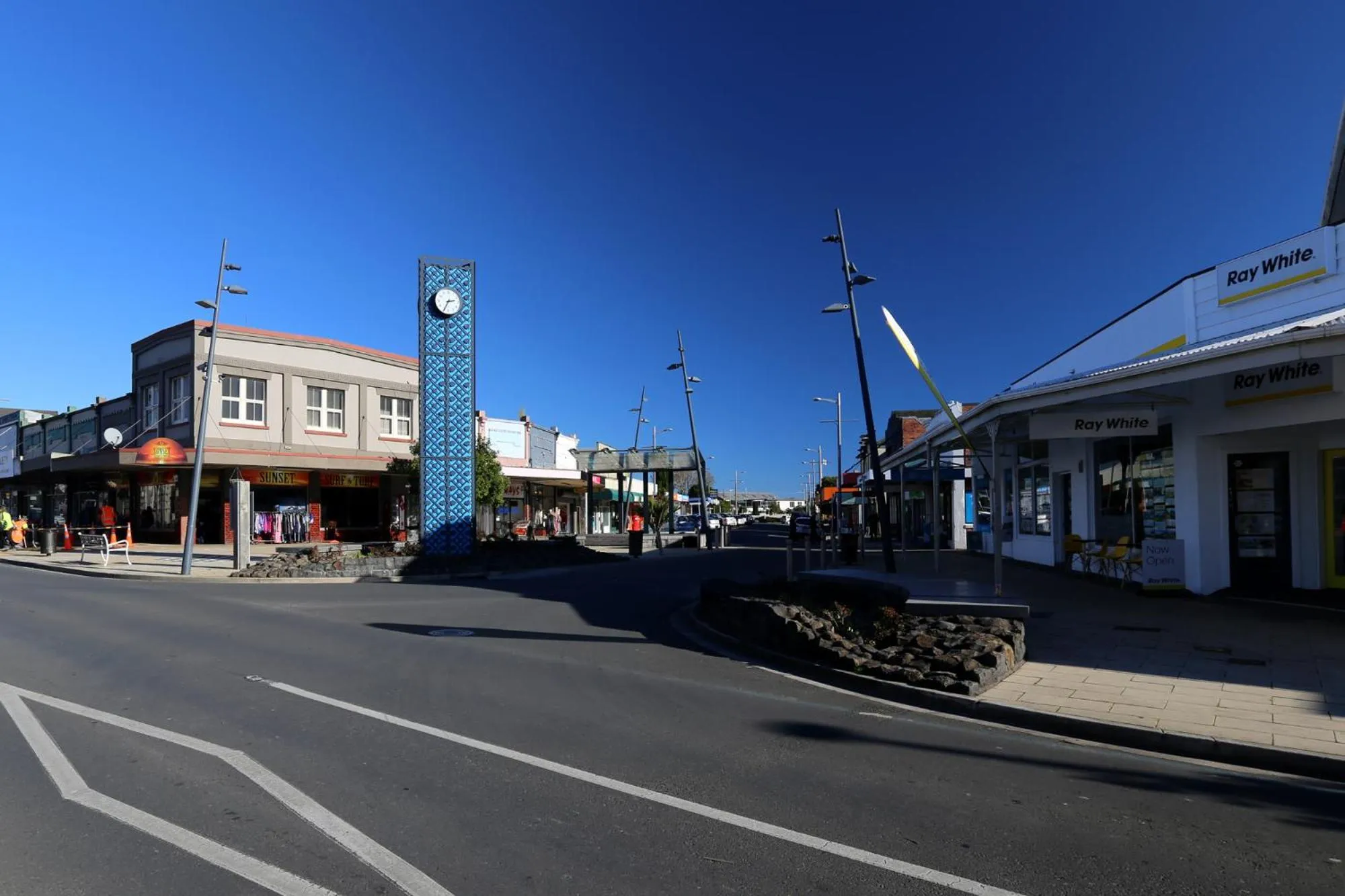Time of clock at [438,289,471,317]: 2:34
